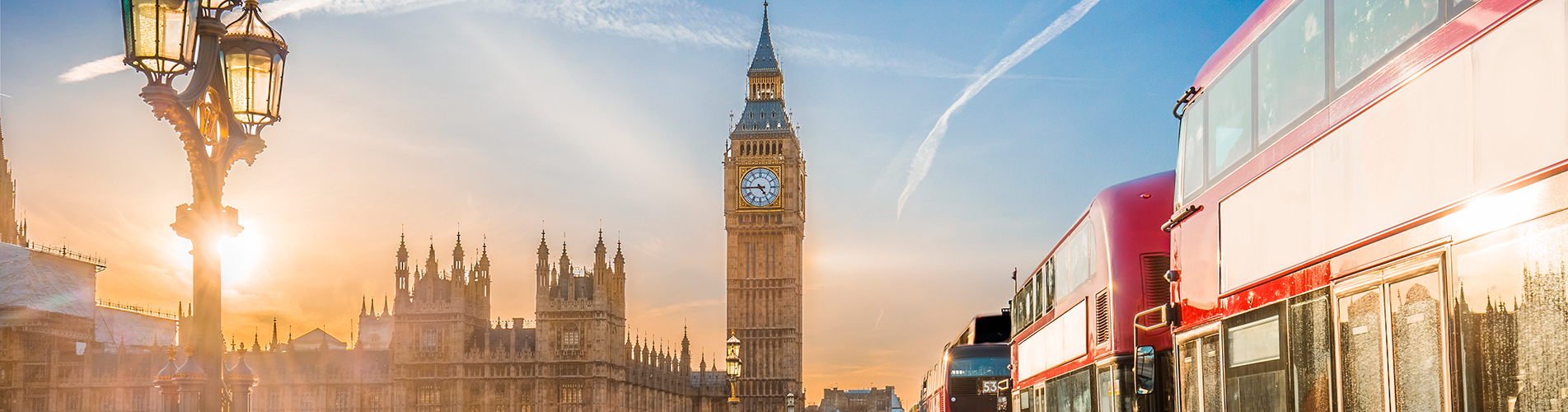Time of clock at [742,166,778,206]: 4:44
